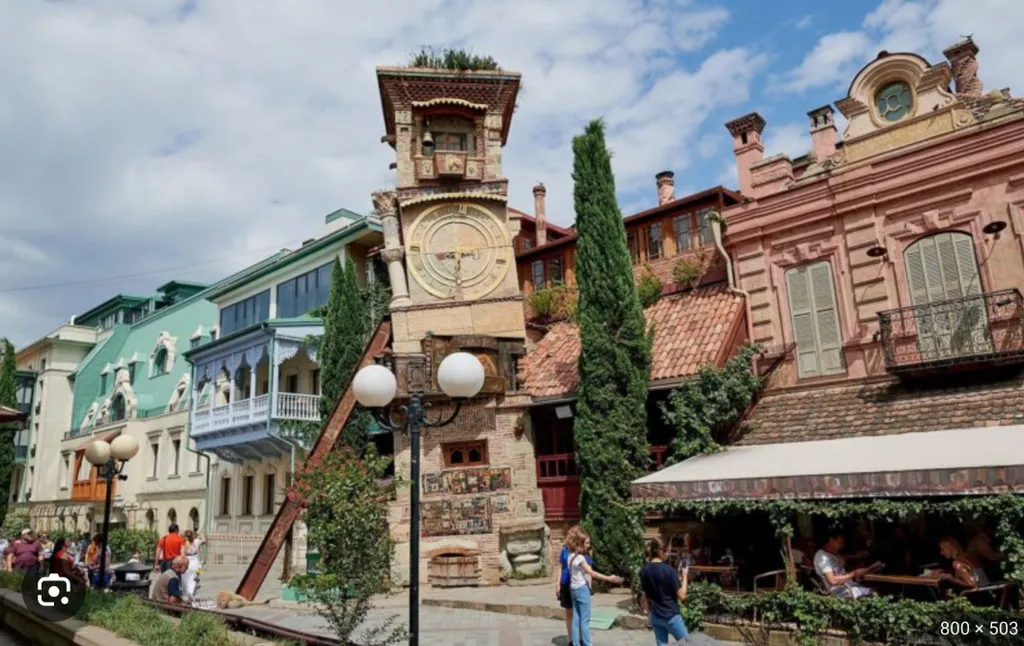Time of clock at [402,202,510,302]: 8:31
